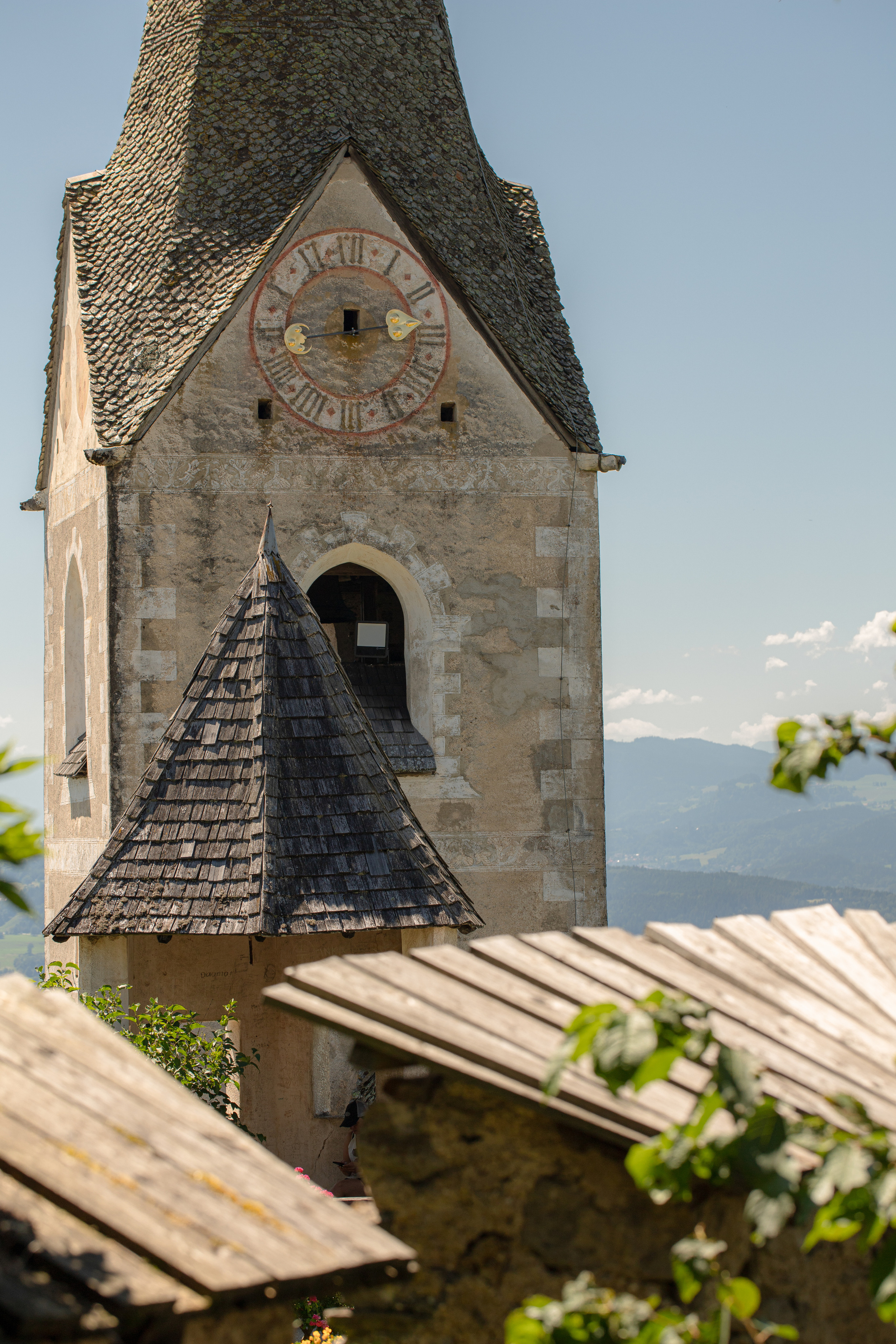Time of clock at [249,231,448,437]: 12:13
